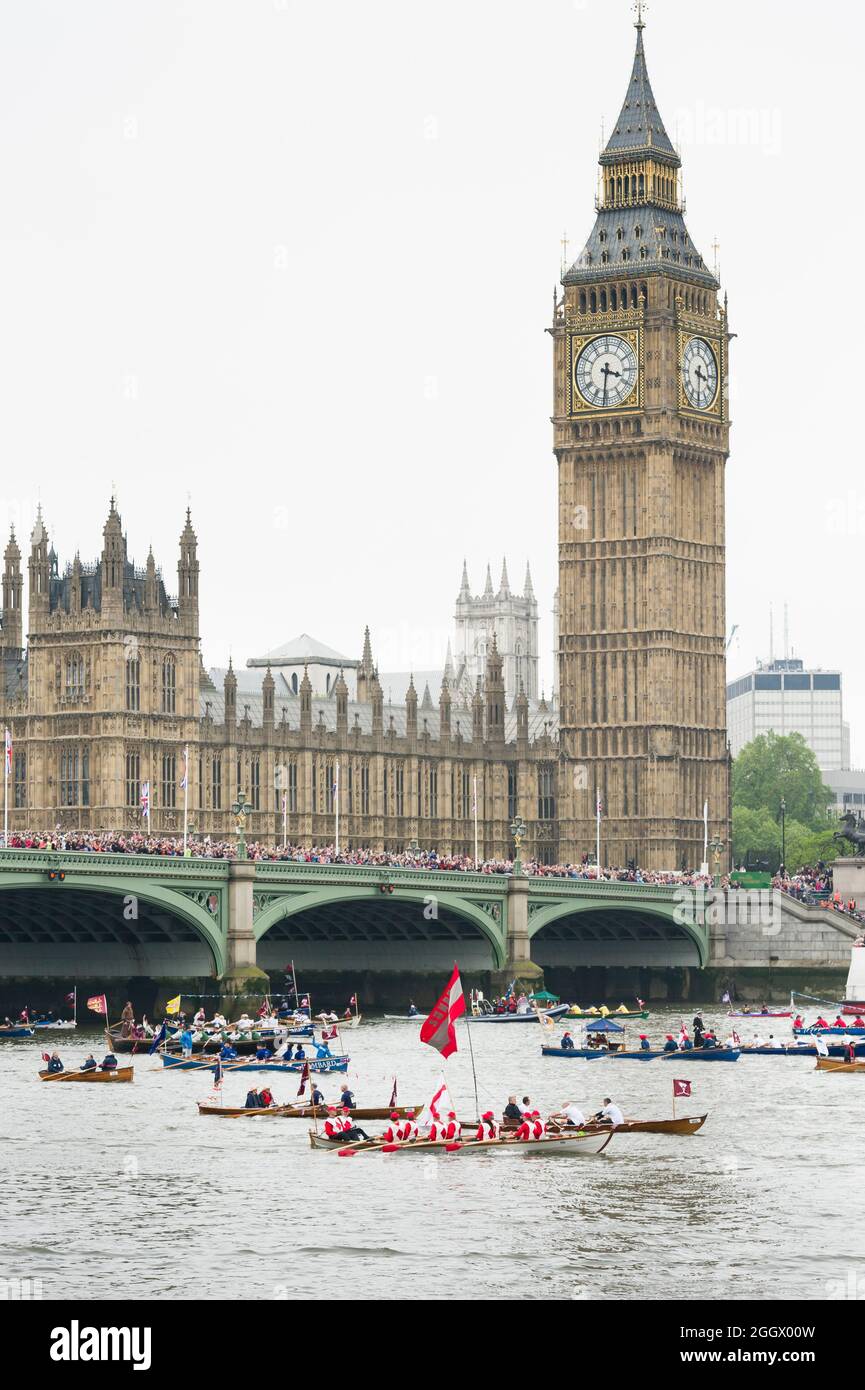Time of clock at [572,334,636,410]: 3:31
